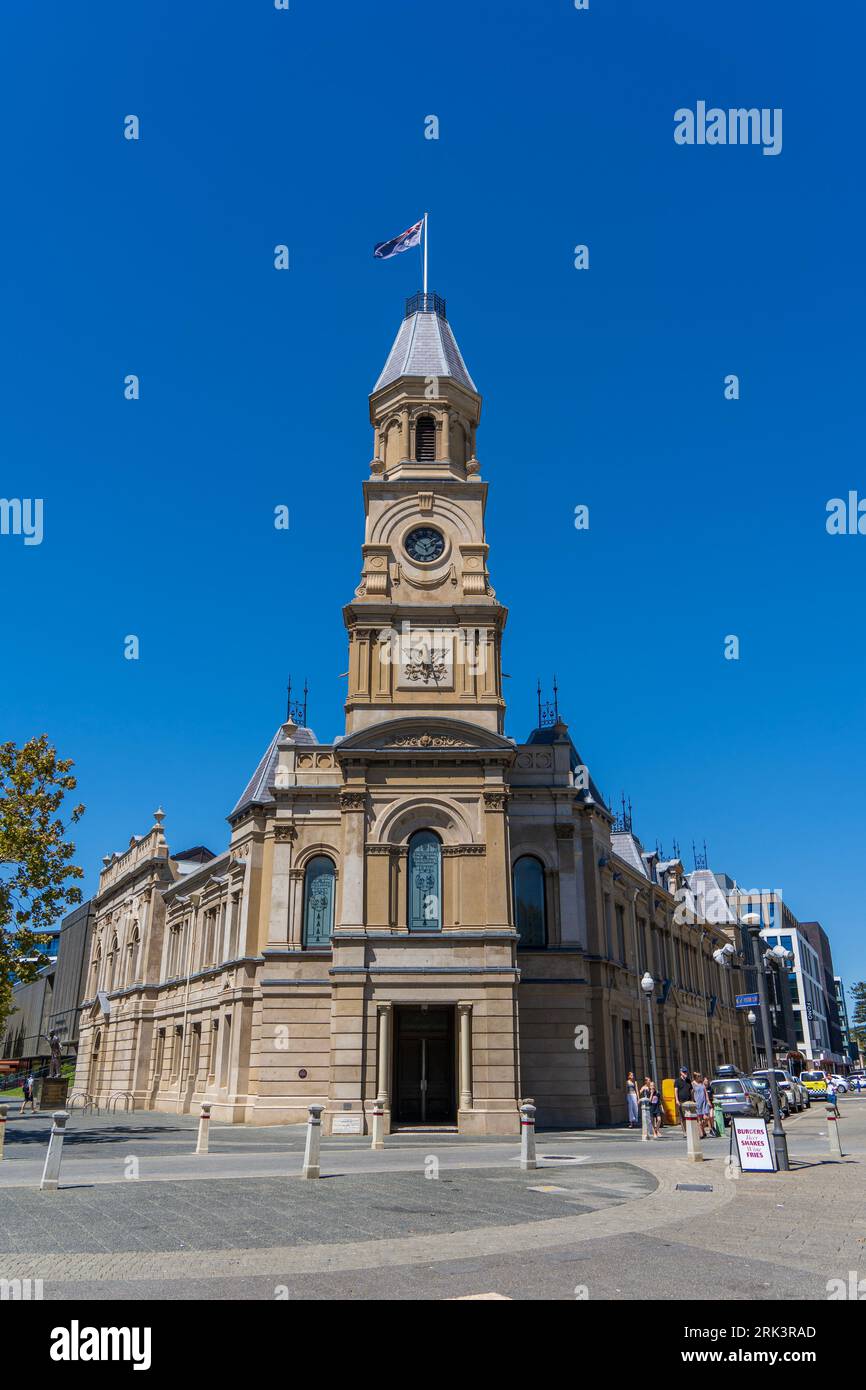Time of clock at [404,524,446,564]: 1:50
